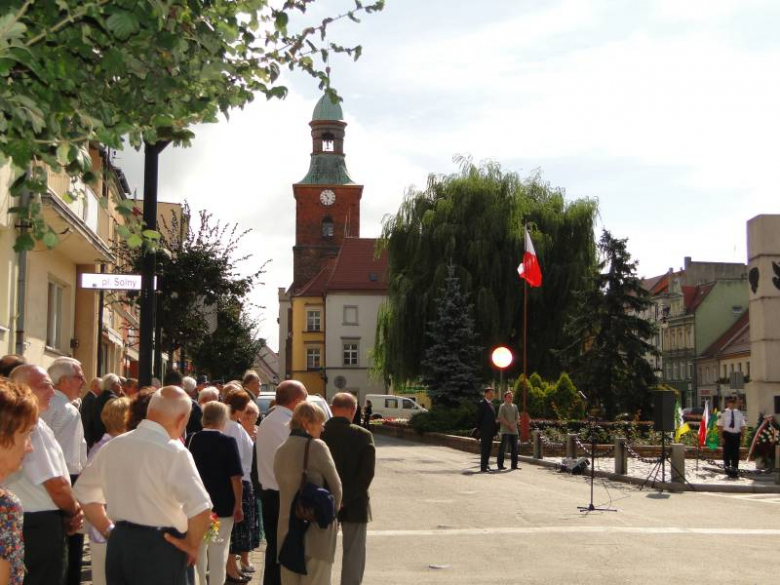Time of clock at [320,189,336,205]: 10:31
